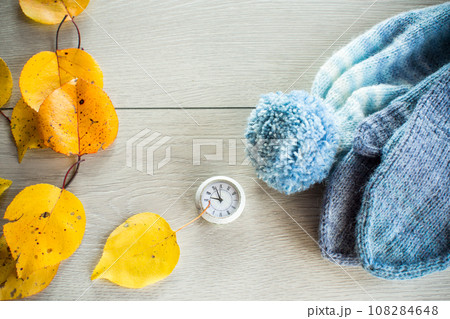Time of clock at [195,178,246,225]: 8:56
